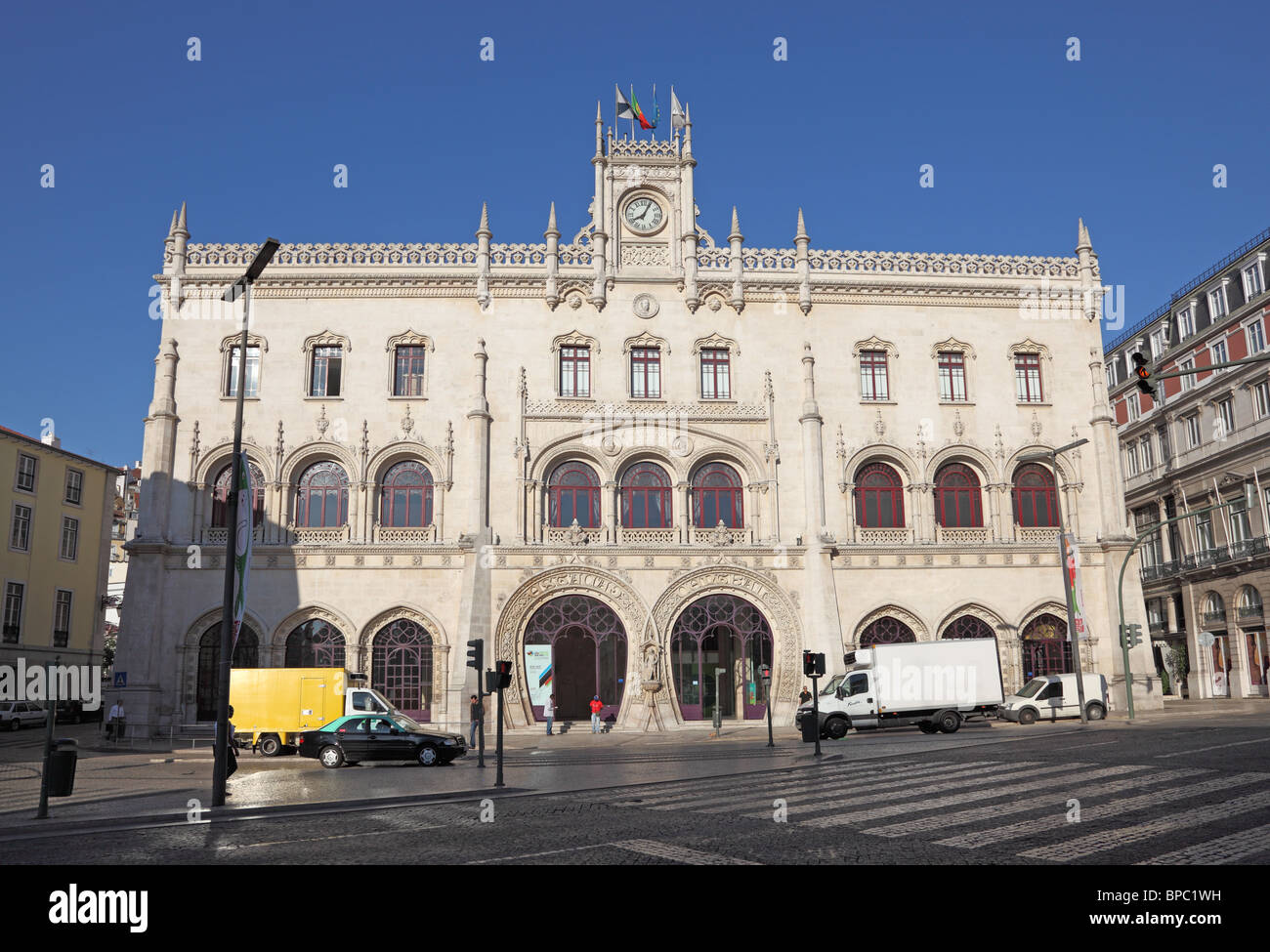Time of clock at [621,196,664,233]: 8:04
